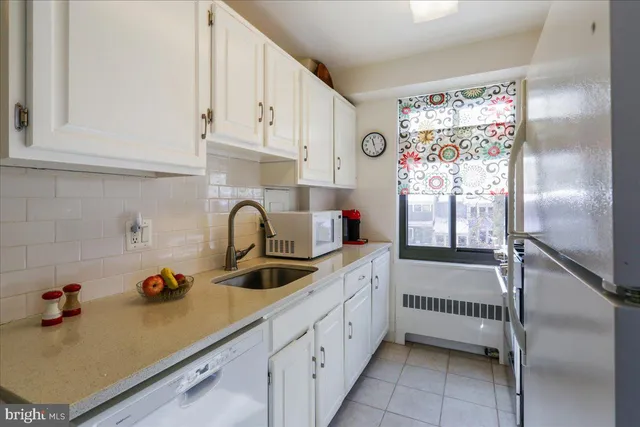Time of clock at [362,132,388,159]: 11:26
